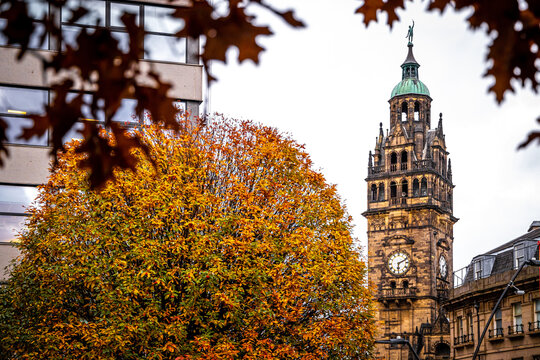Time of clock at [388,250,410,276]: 6:11
